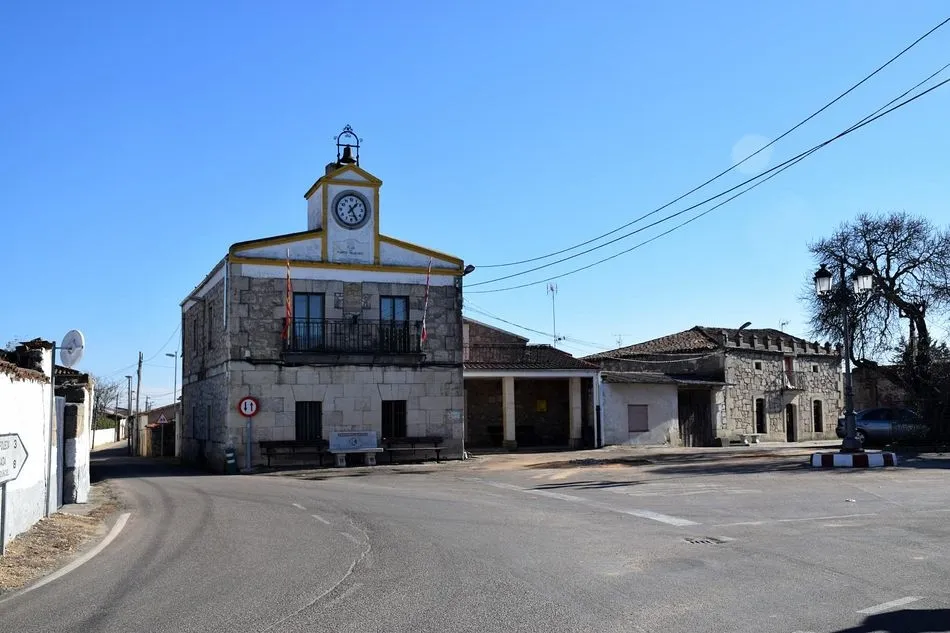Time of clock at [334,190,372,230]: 1:25
